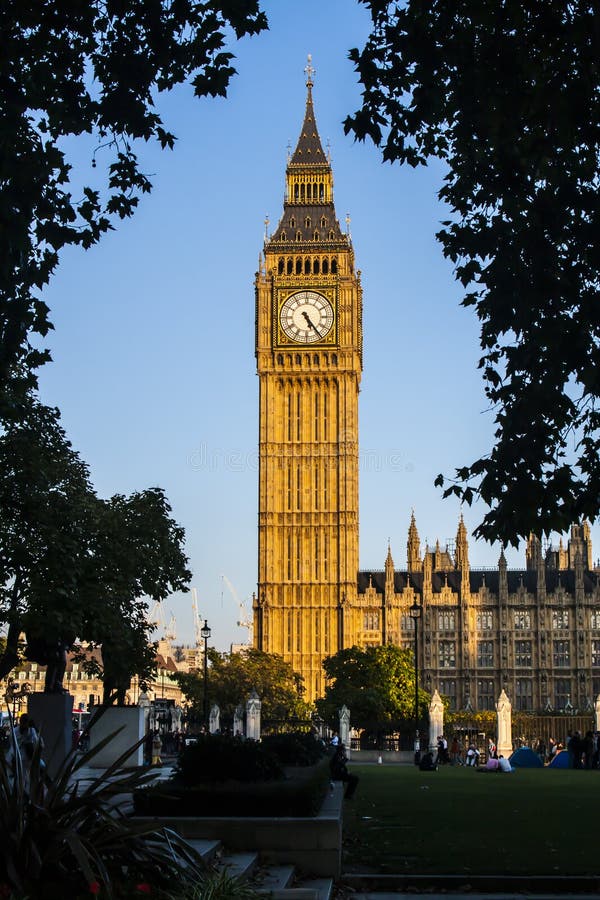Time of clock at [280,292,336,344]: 5:24
